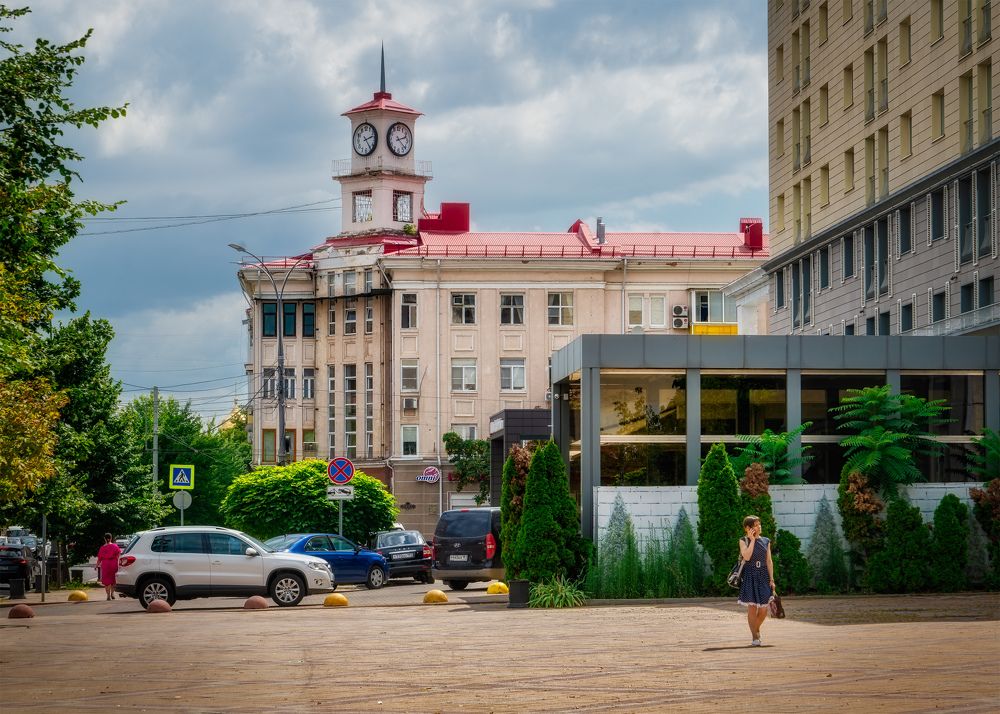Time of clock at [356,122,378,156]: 2:23
